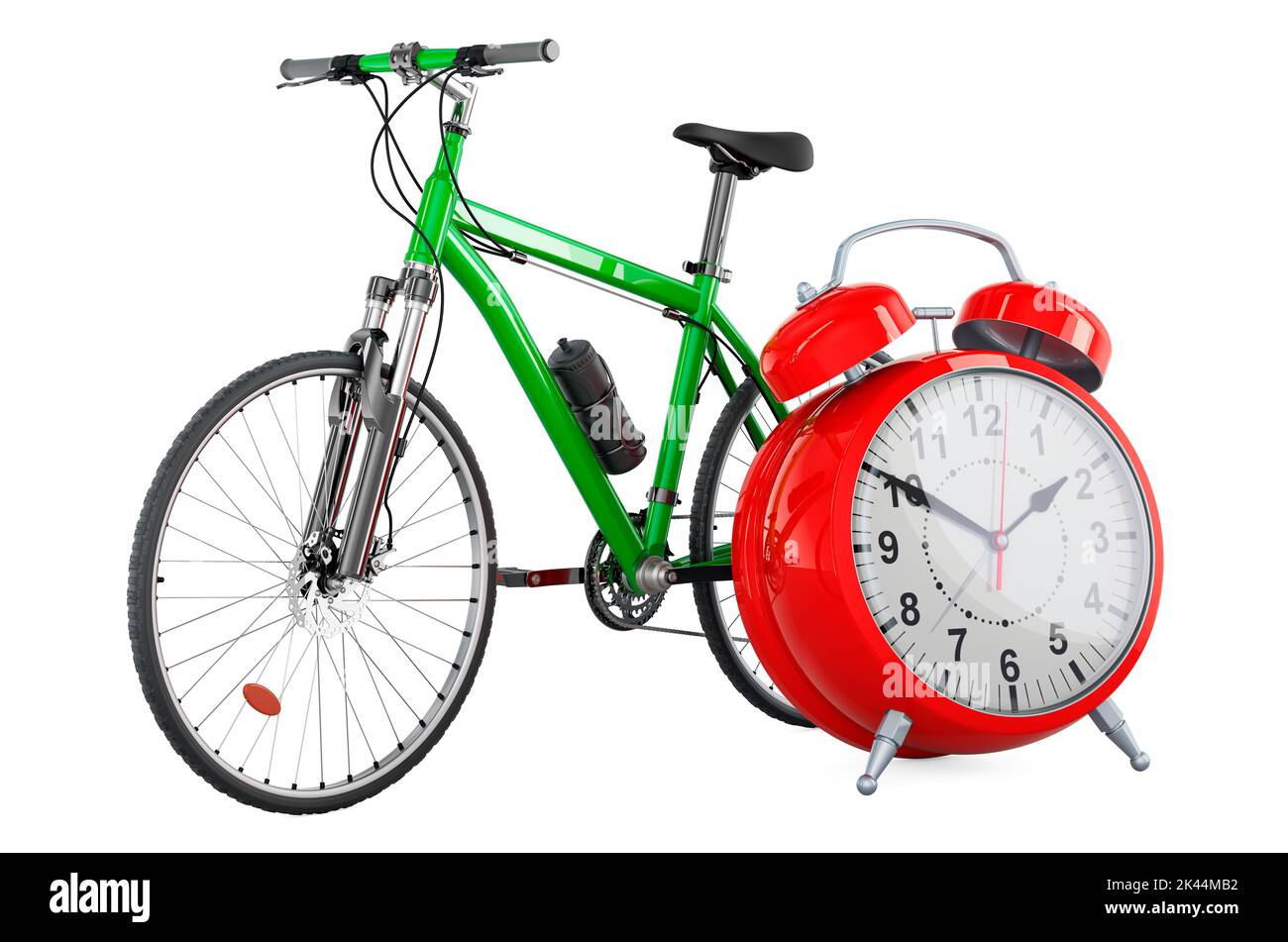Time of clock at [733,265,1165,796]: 1:50
